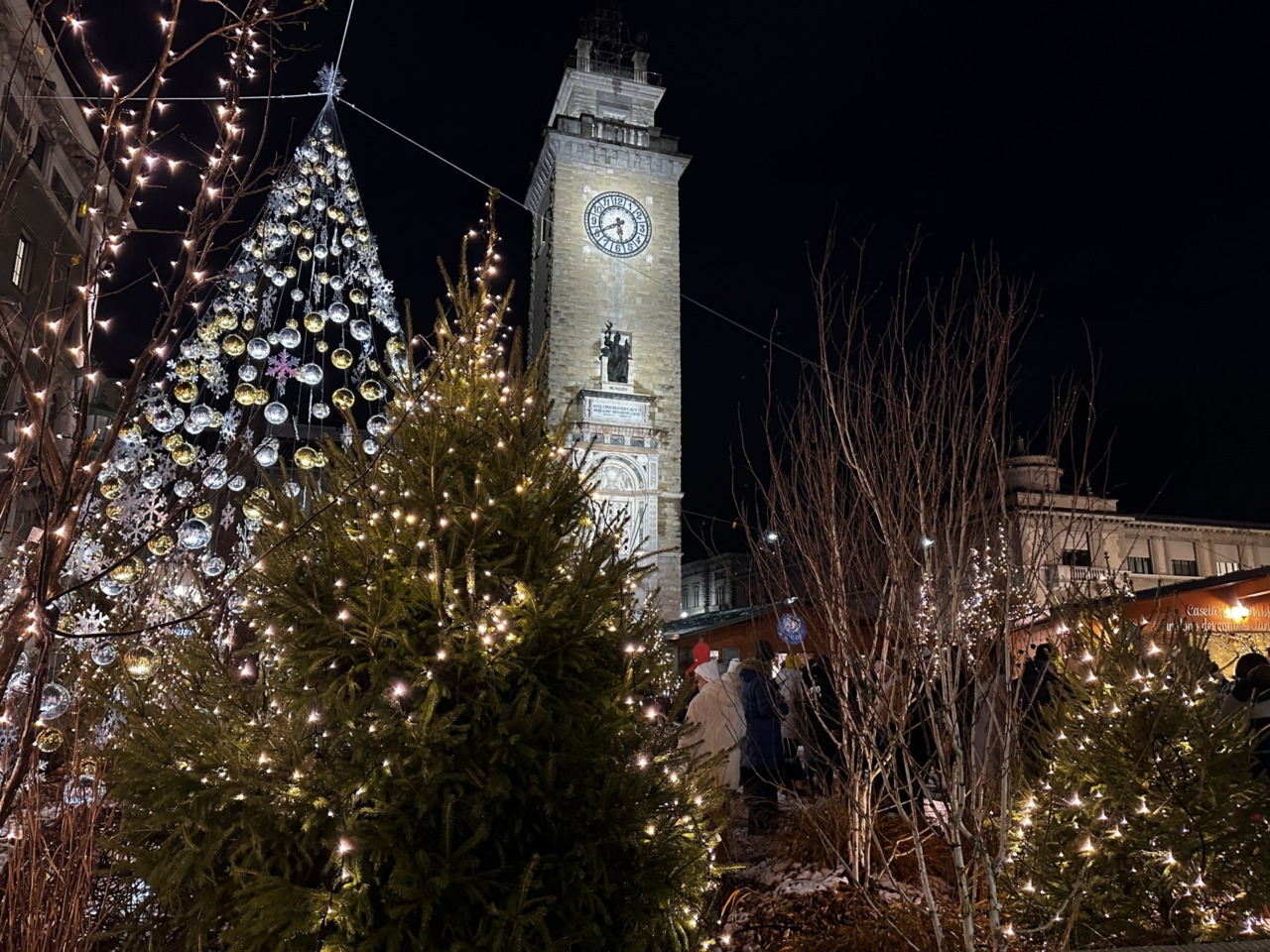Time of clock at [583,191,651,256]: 5:40
